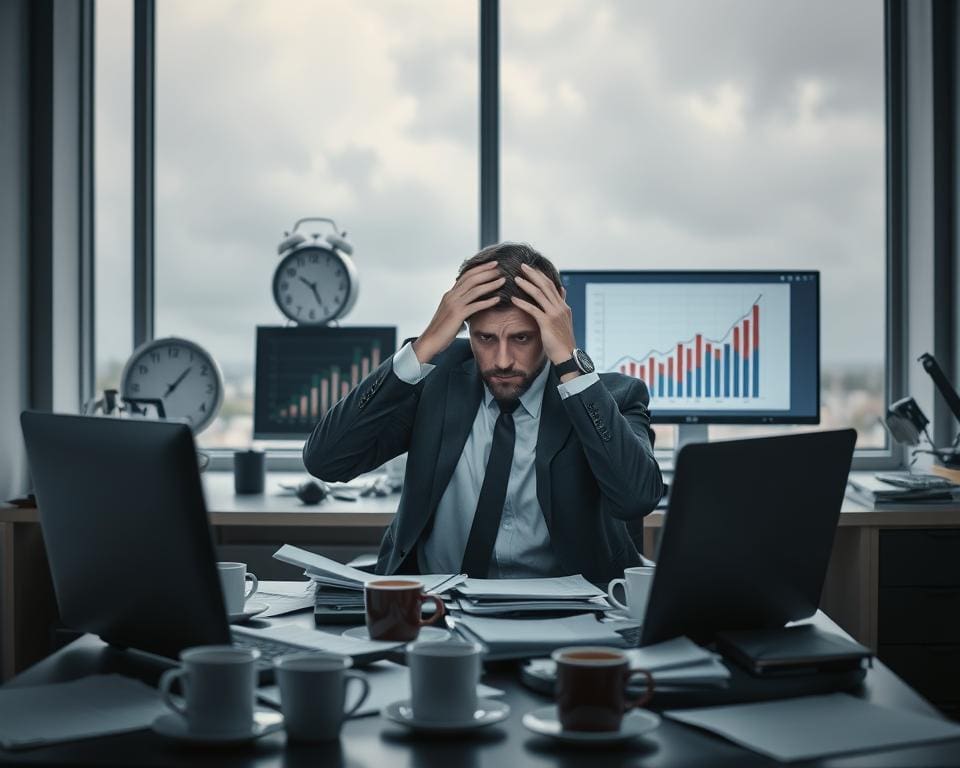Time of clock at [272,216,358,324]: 10:25
